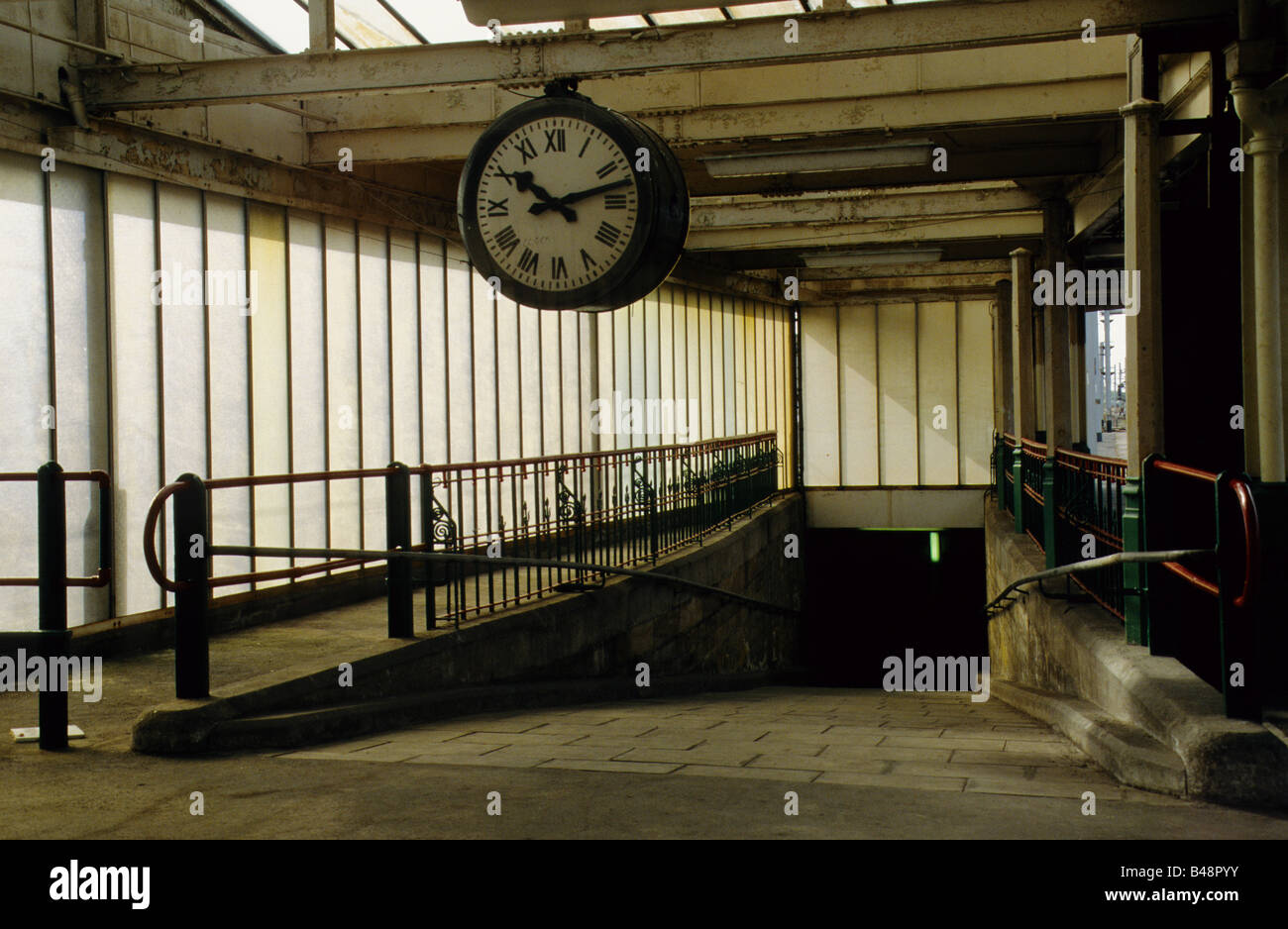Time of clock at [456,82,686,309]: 10:12
